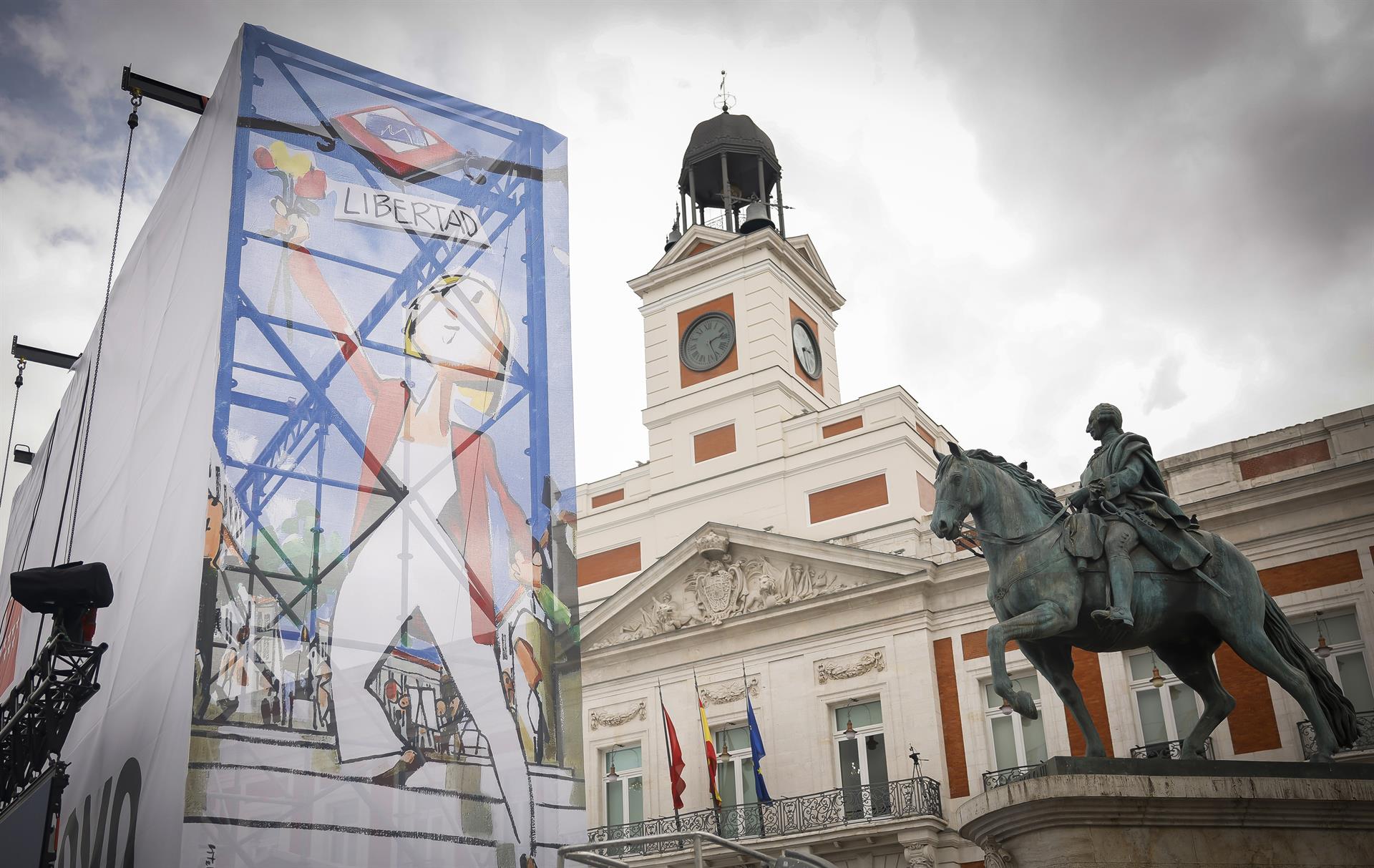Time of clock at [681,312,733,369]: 2:26
